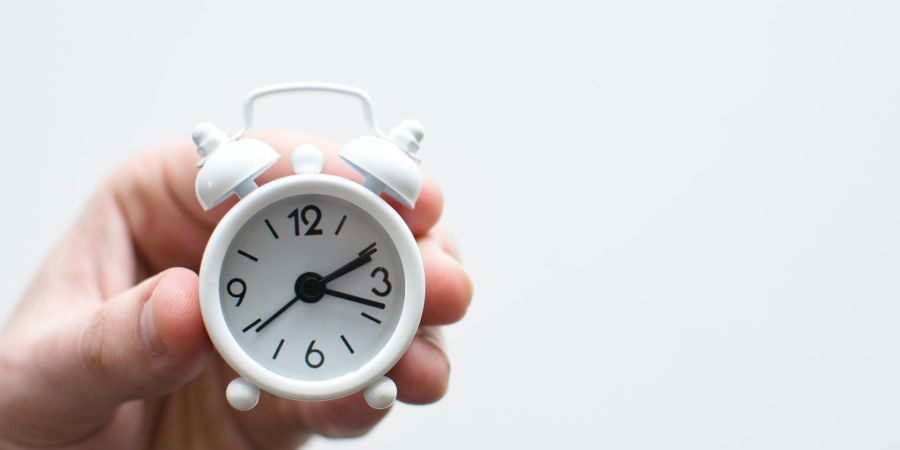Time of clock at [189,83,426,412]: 2:18
